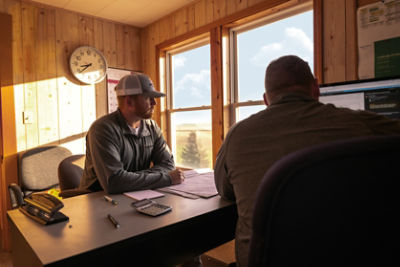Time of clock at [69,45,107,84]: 8:38
